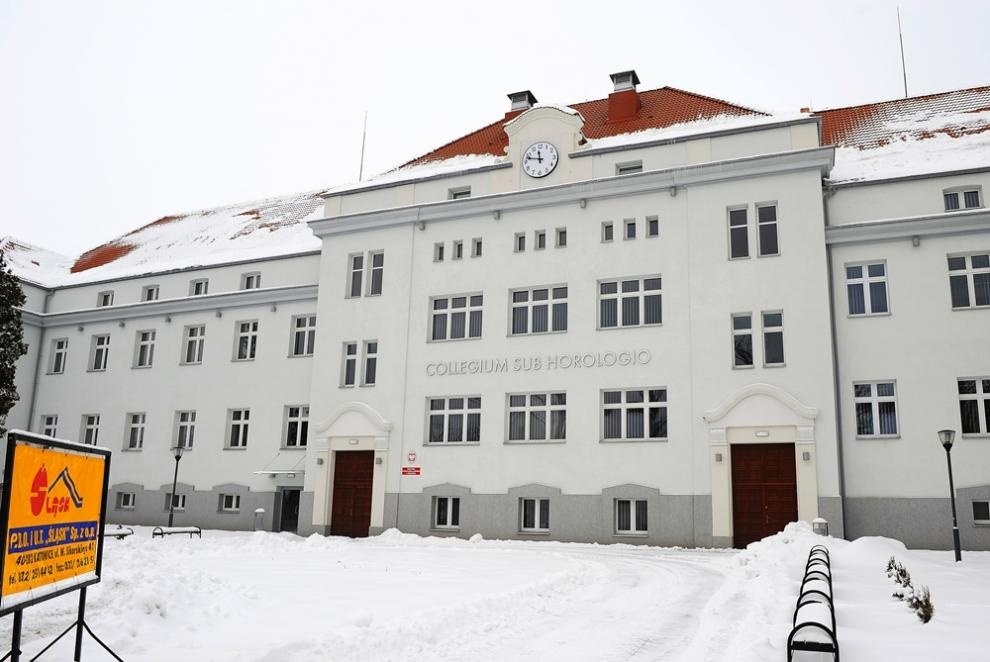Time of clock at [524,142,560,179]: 11:47
